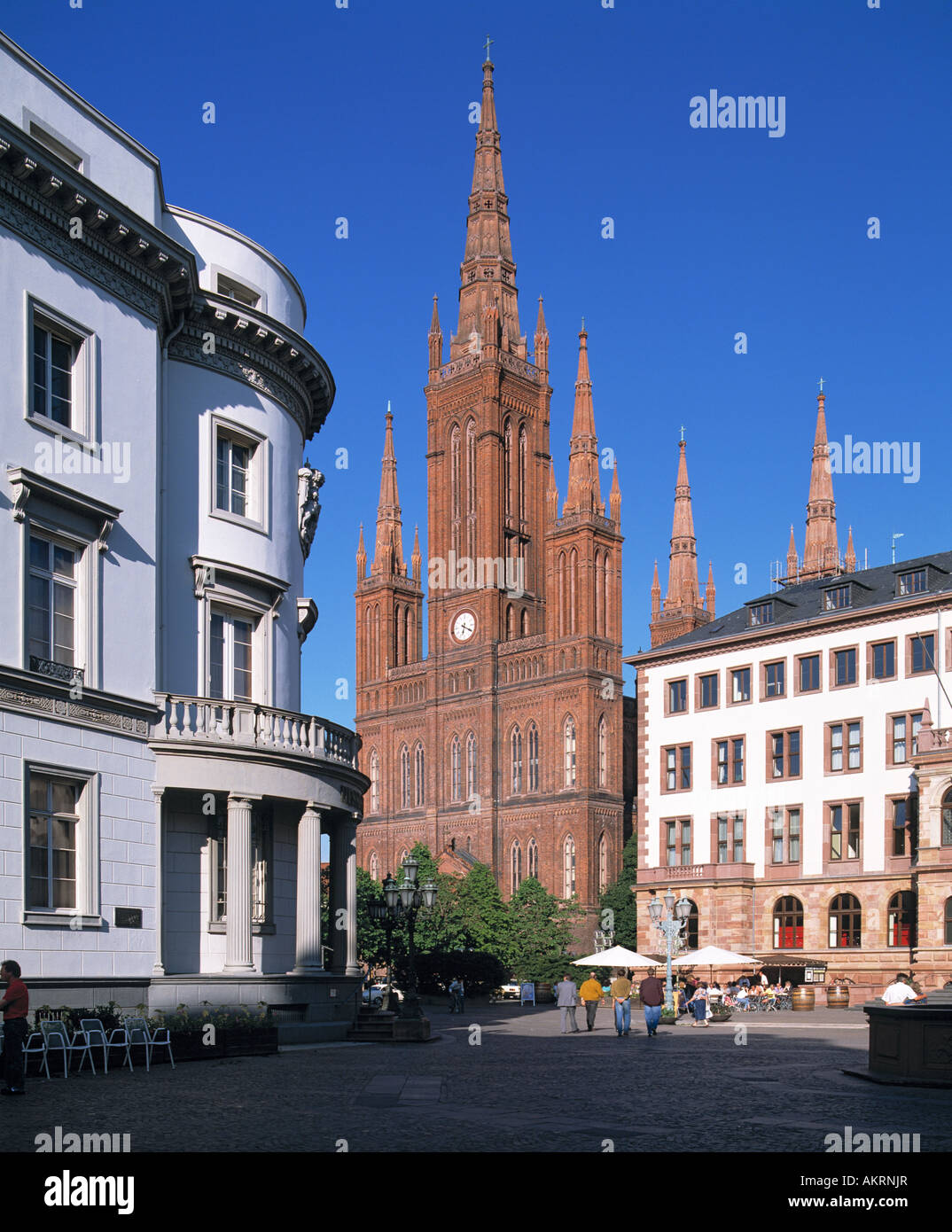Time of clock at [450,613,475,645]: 6:19
